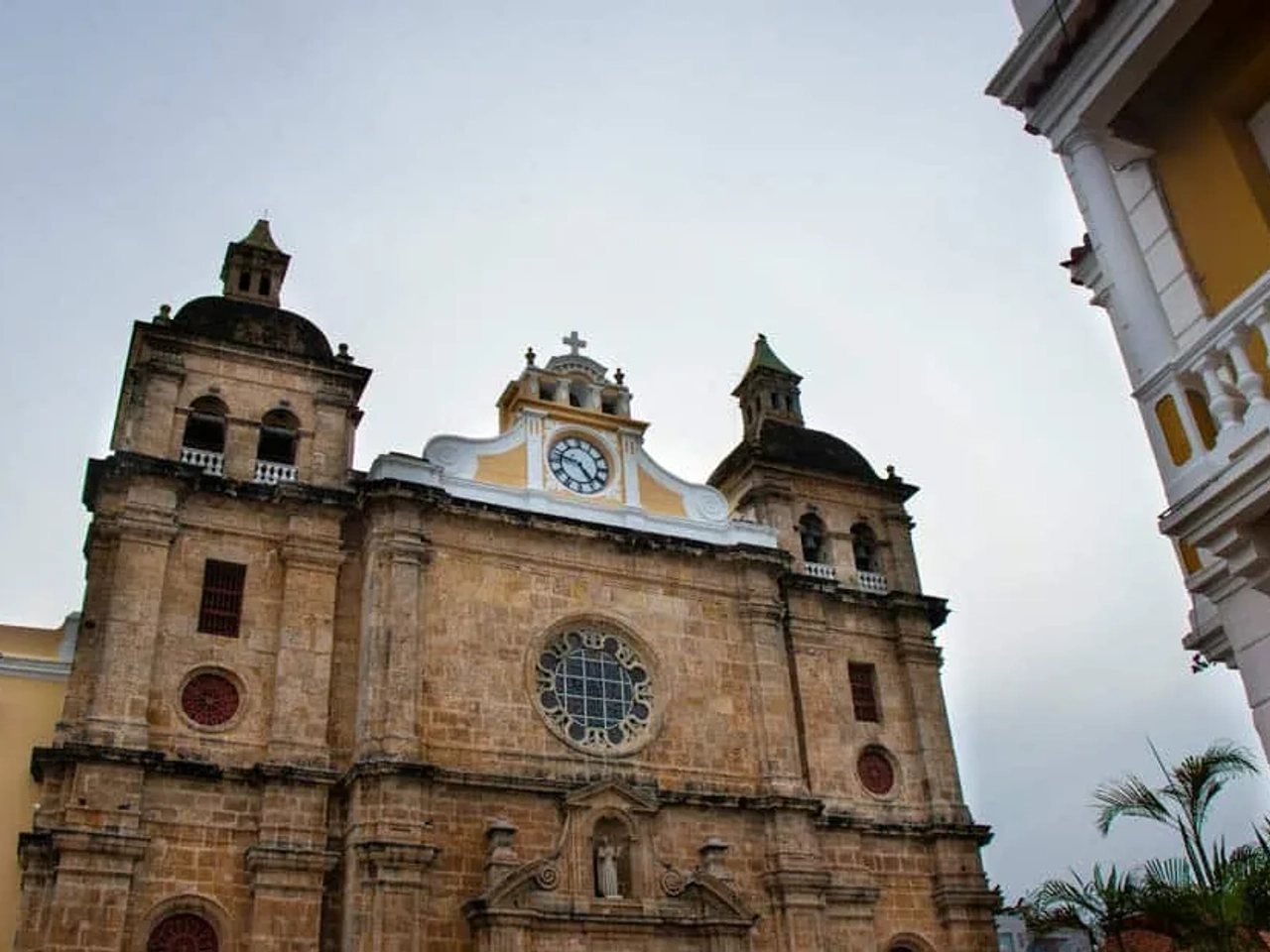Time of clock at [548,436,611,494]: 4:47
